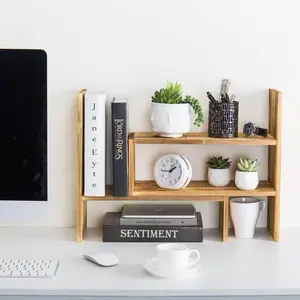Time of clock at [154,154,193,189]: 1:44
